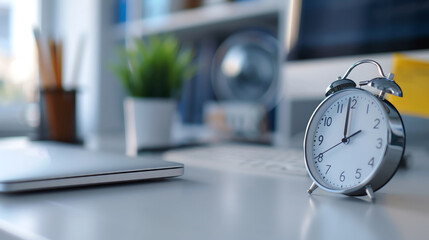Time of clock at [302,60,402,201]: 11:59
